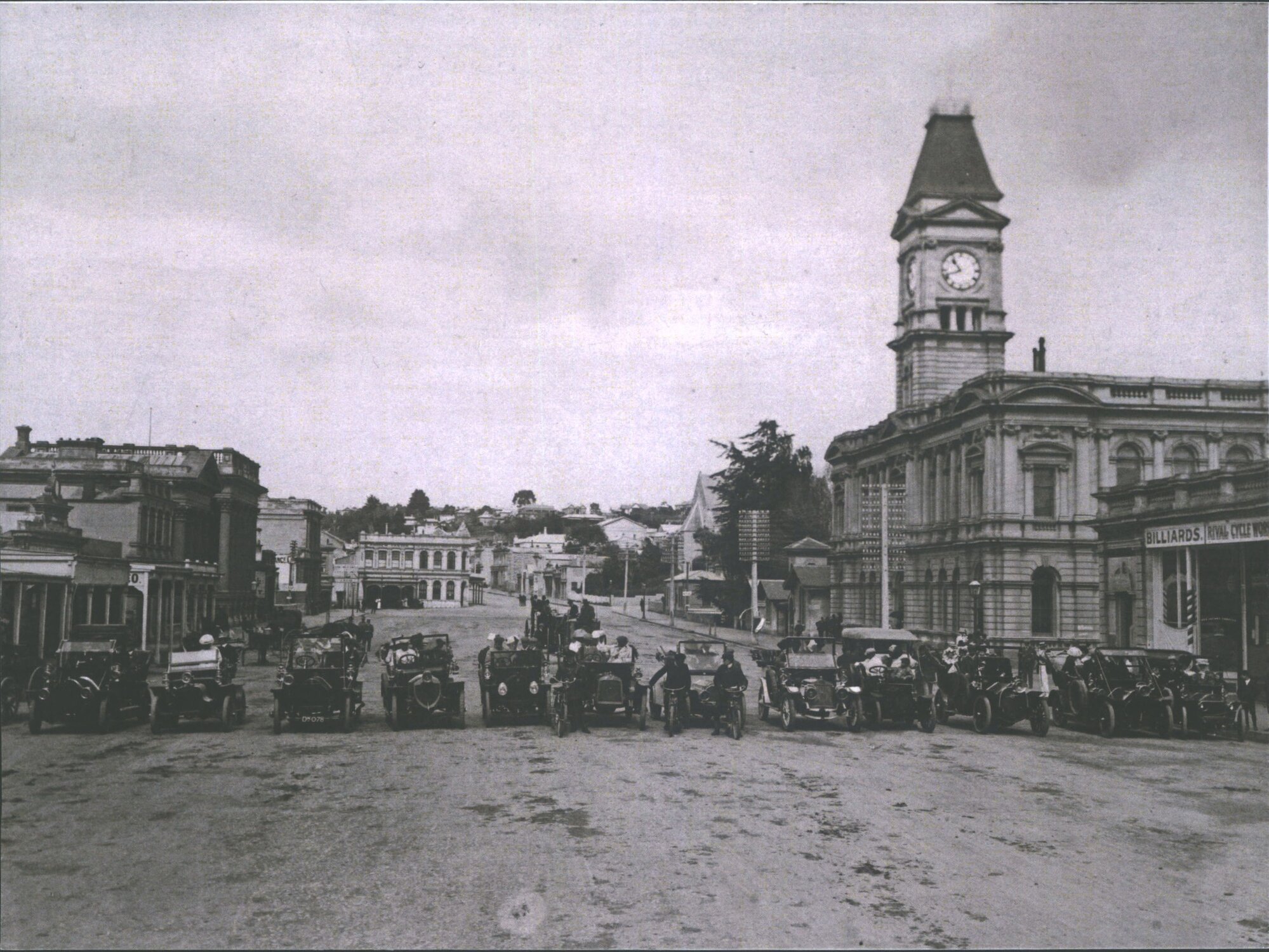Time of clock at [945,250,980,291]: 10:41
